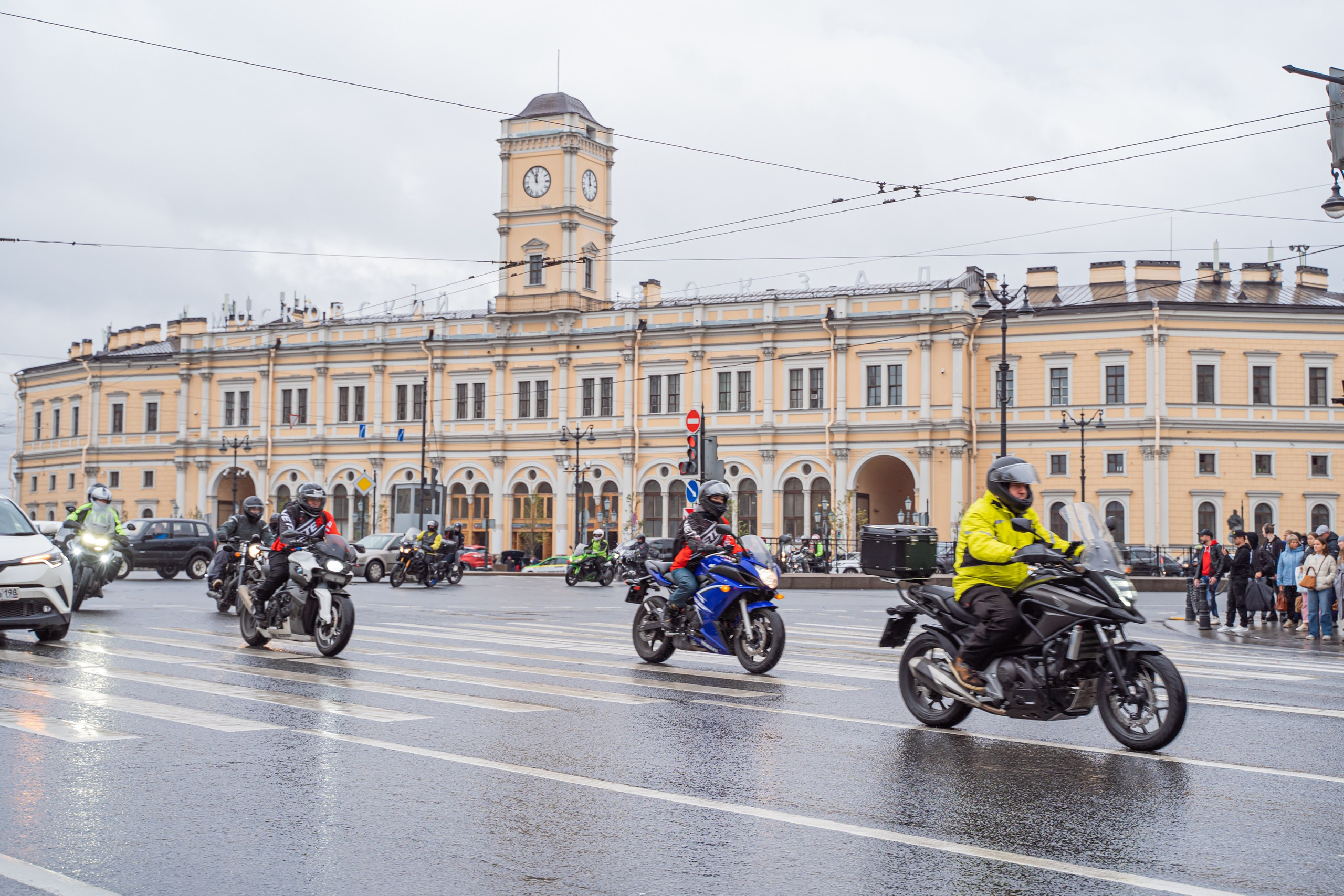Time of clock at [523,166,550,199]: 11:55
